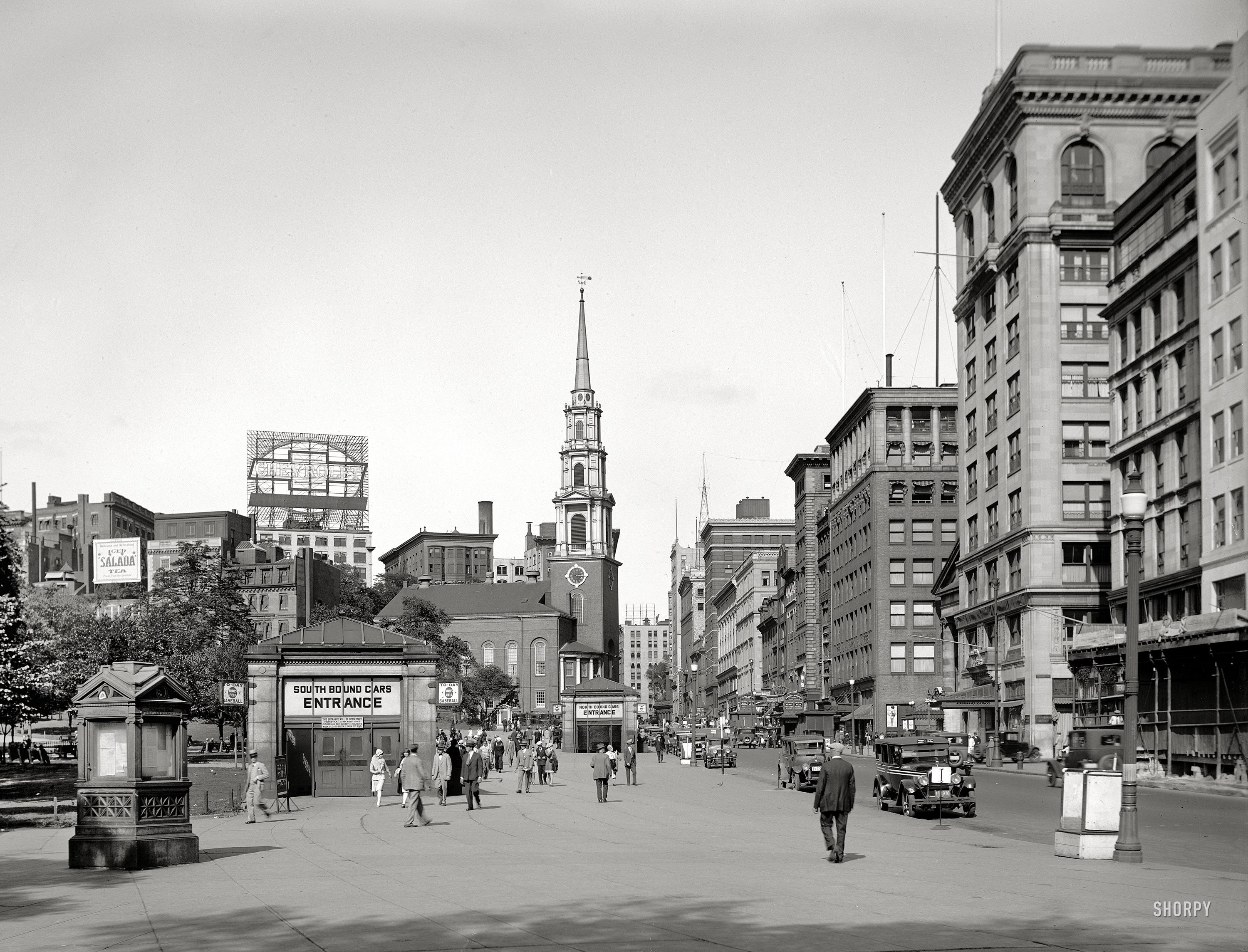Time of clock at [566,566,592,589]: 3:14
